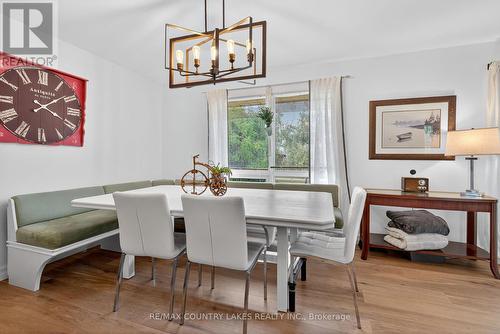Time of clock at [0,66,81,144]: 4:08
